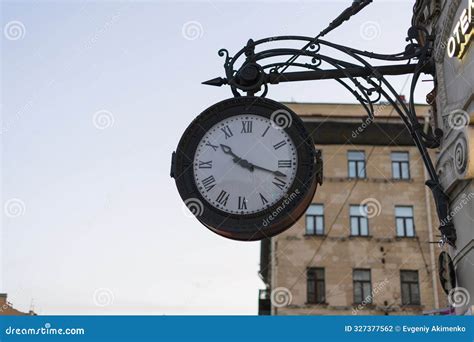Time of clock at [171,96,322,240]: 10:17
